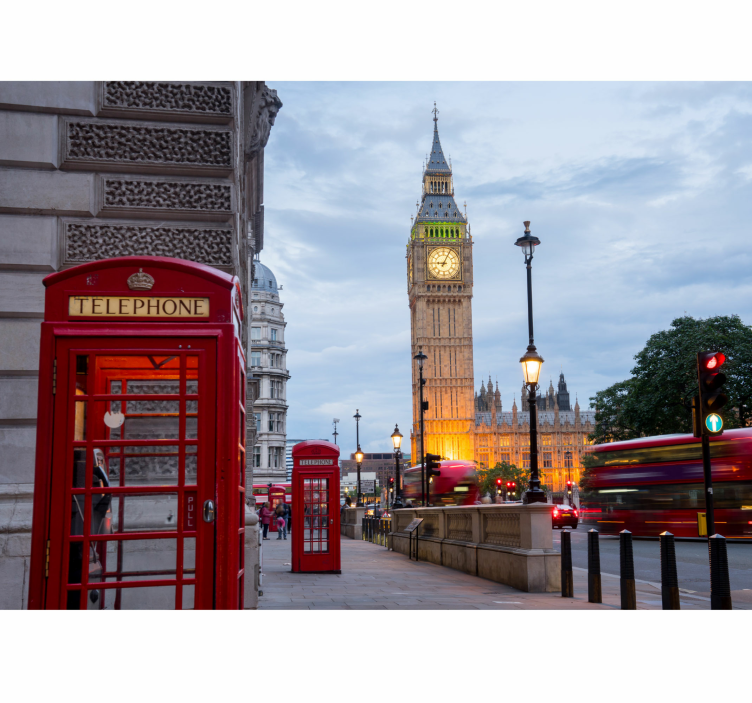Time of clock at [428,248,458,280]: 9:04
